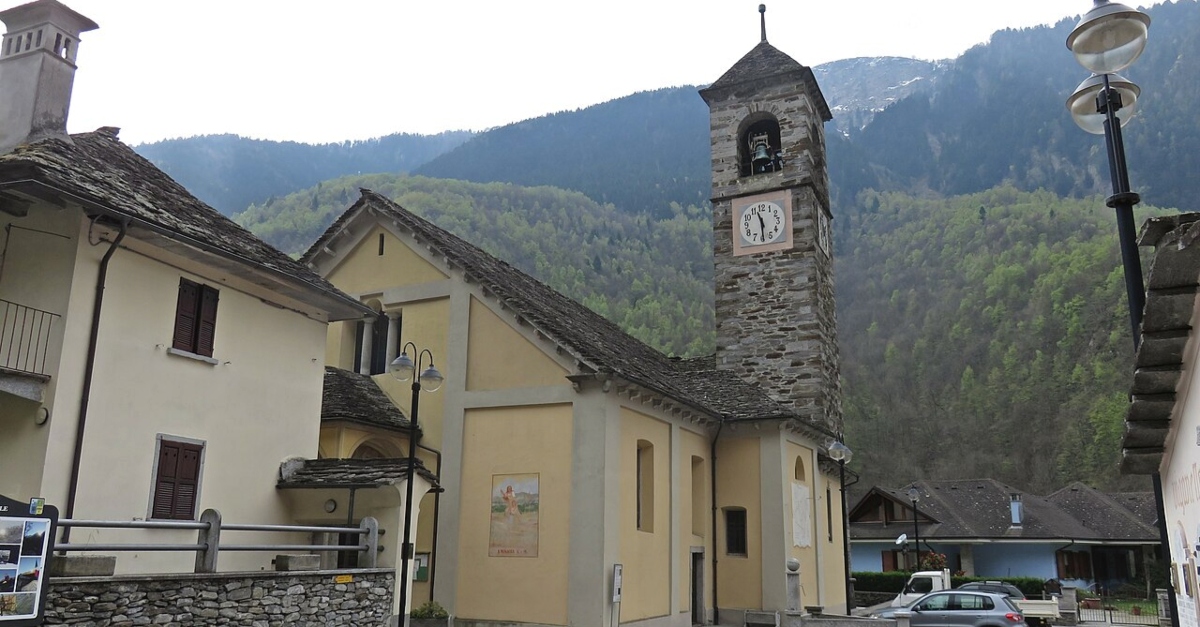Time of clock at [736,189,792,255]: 11:29
